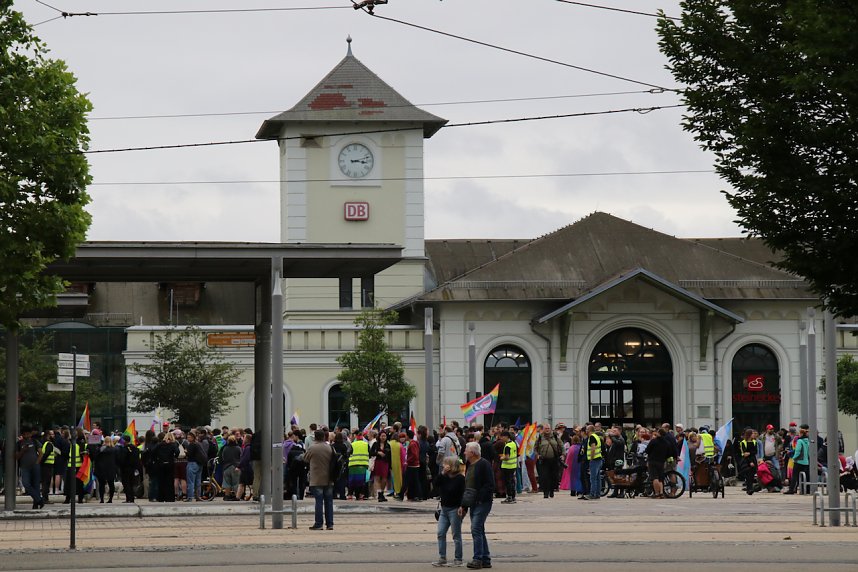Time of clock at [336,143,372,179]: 3:12
